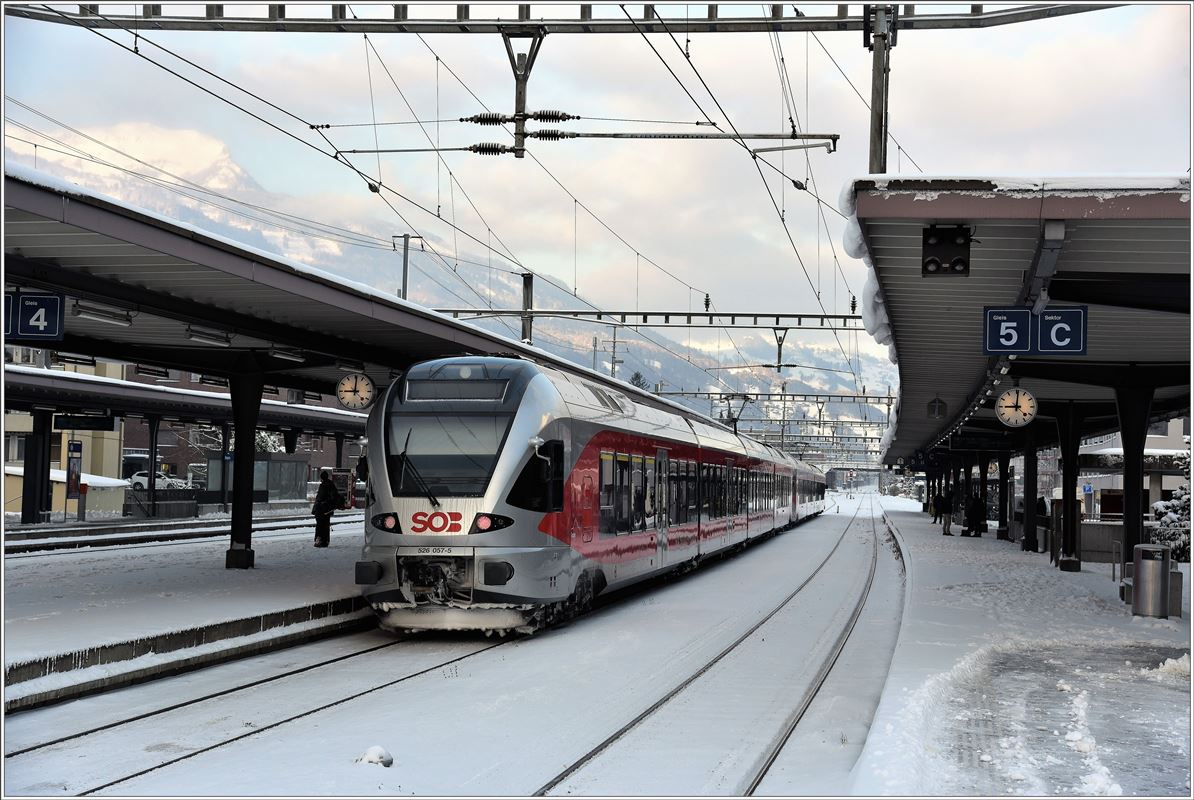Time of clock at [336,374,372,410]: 9:01
